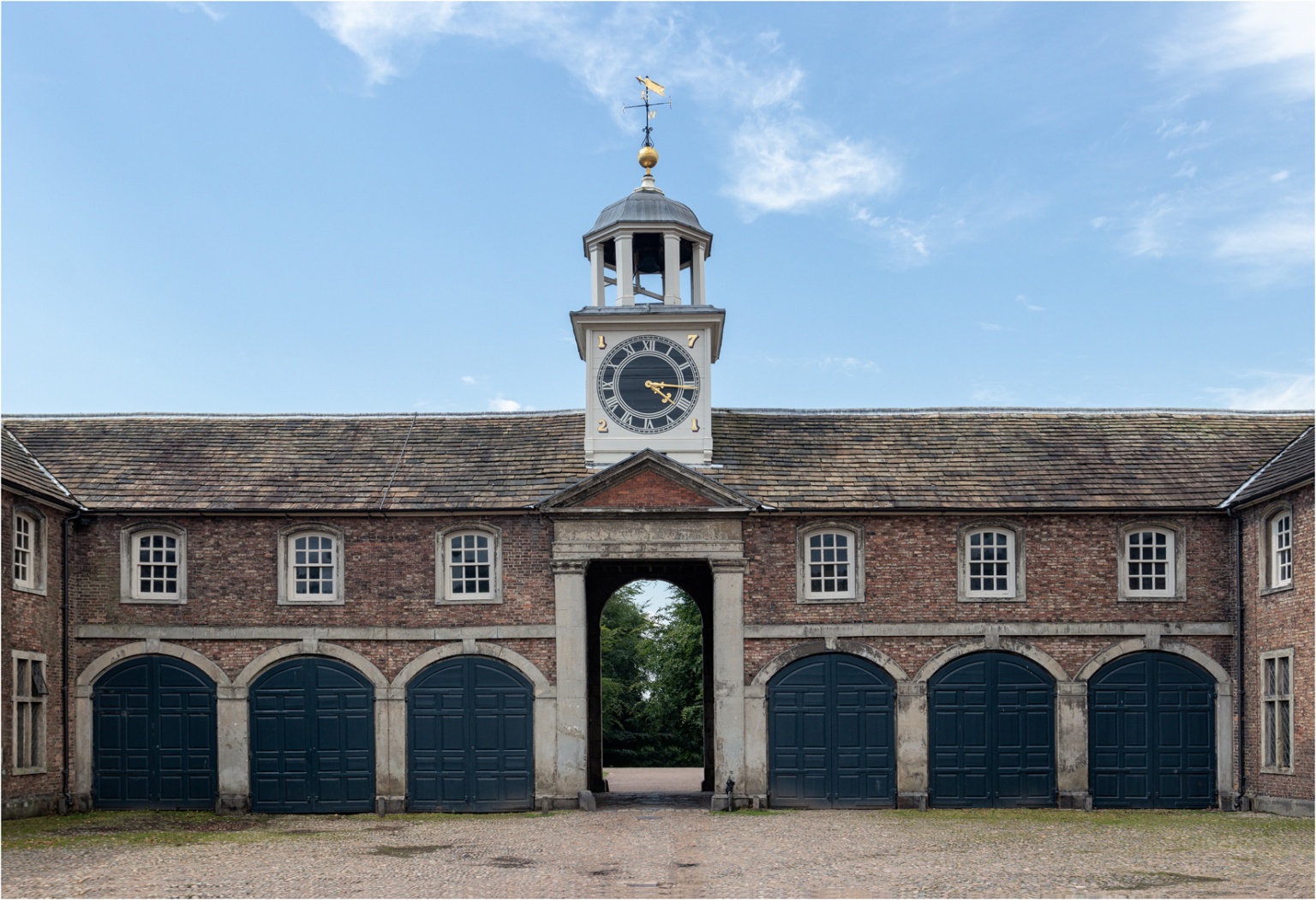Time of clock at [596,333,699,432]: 4:15
